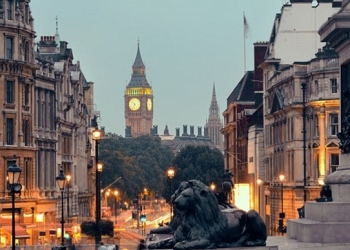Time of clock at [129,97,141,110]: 6:52
